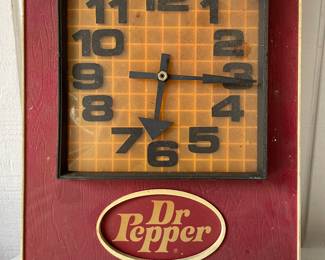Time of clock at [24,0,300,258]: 6:15
